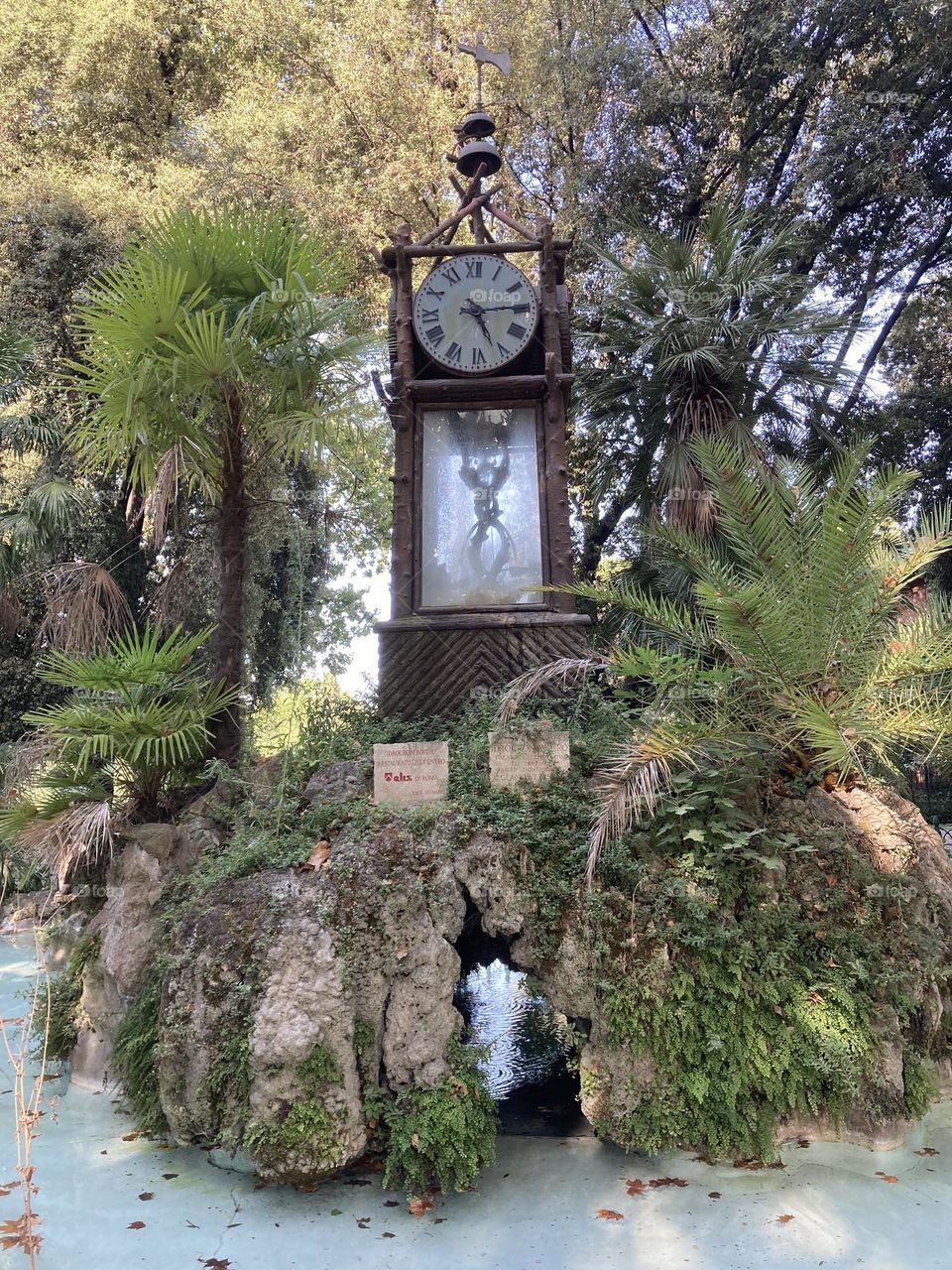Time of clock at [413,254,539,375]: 5:14
